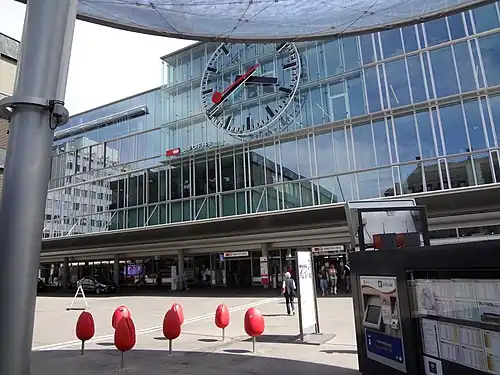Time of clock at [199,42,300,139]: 3:40
